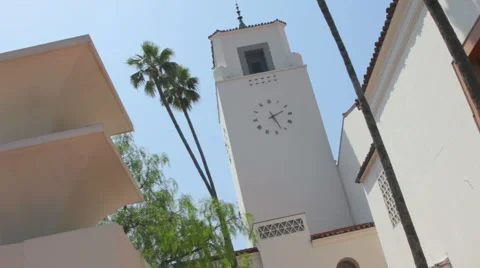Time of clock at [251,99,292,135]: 2:26
